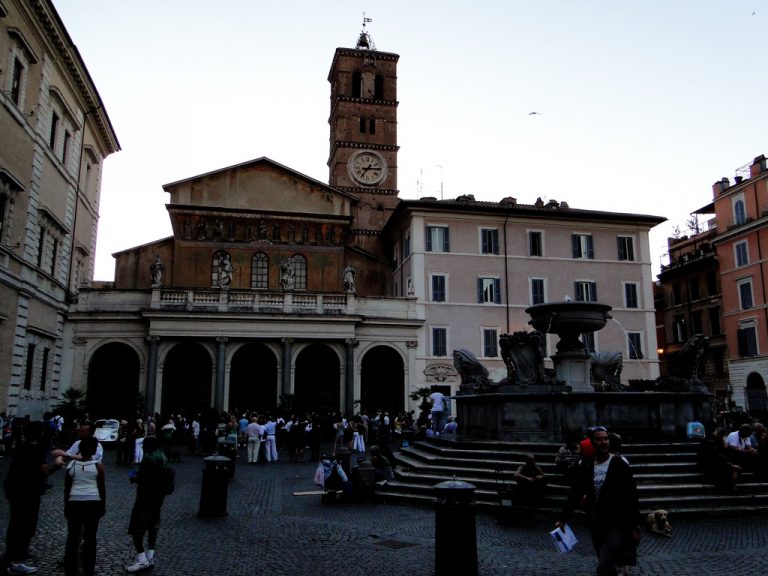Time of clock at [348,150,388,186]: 7:14
